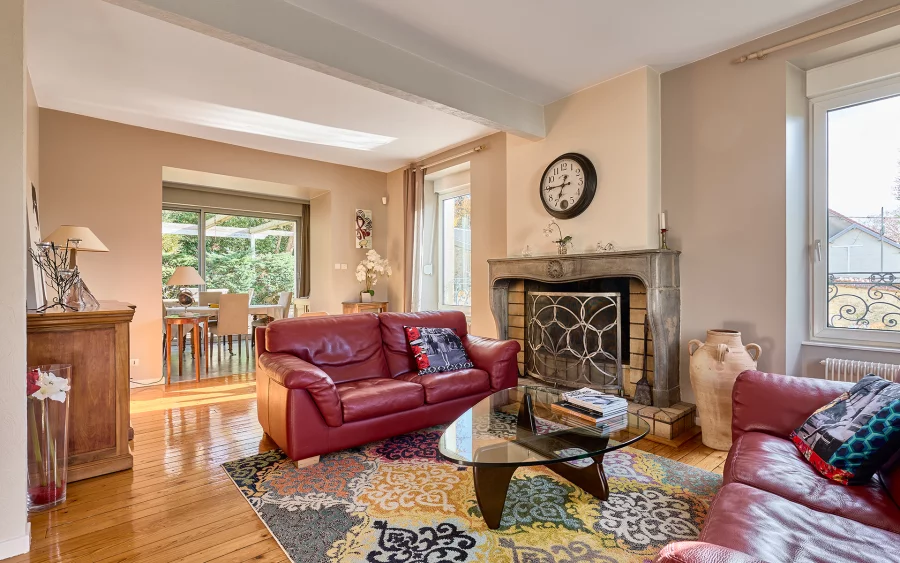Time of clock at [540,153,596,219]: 6:45
